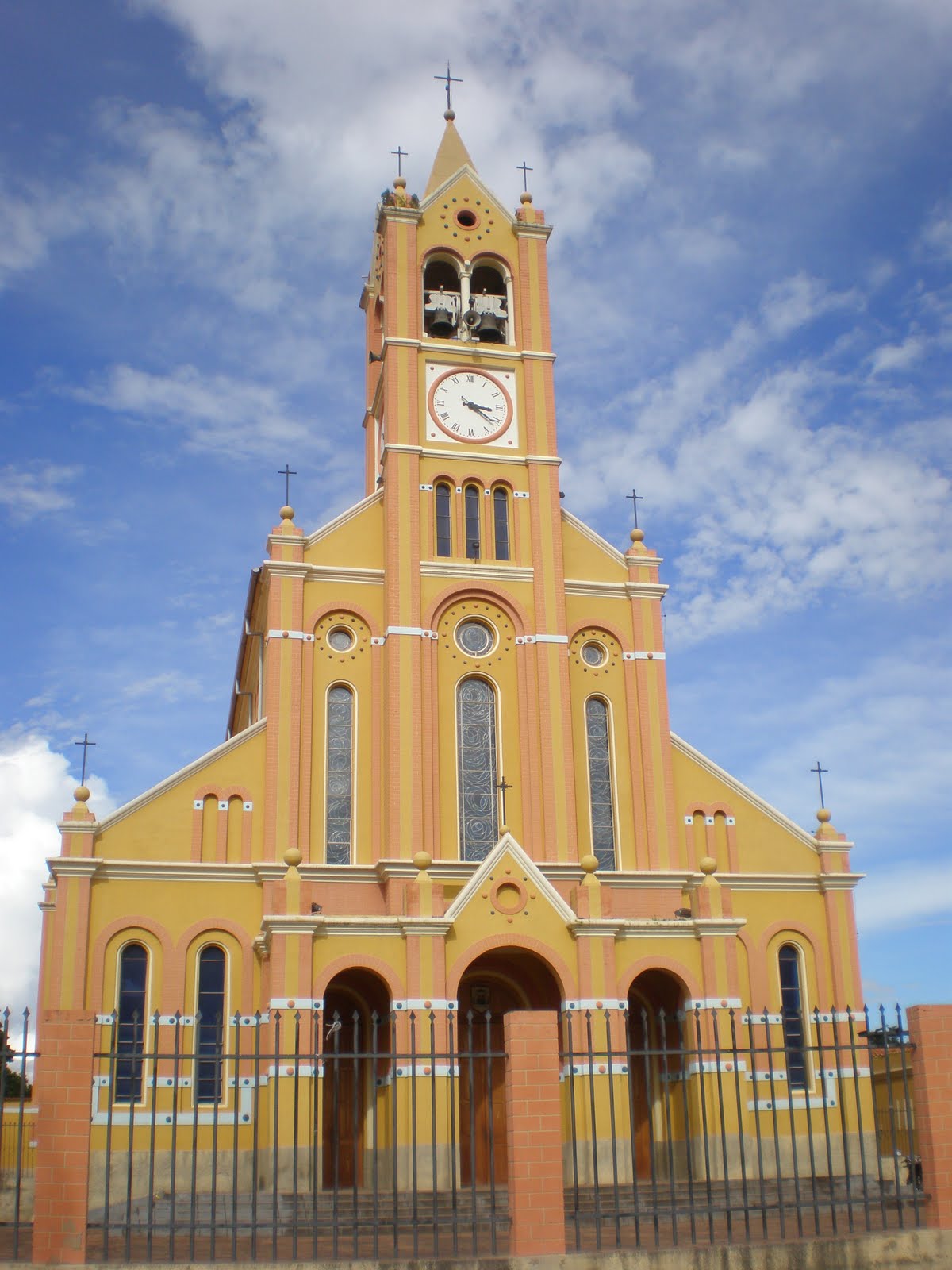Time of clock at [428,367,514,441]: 3:21
